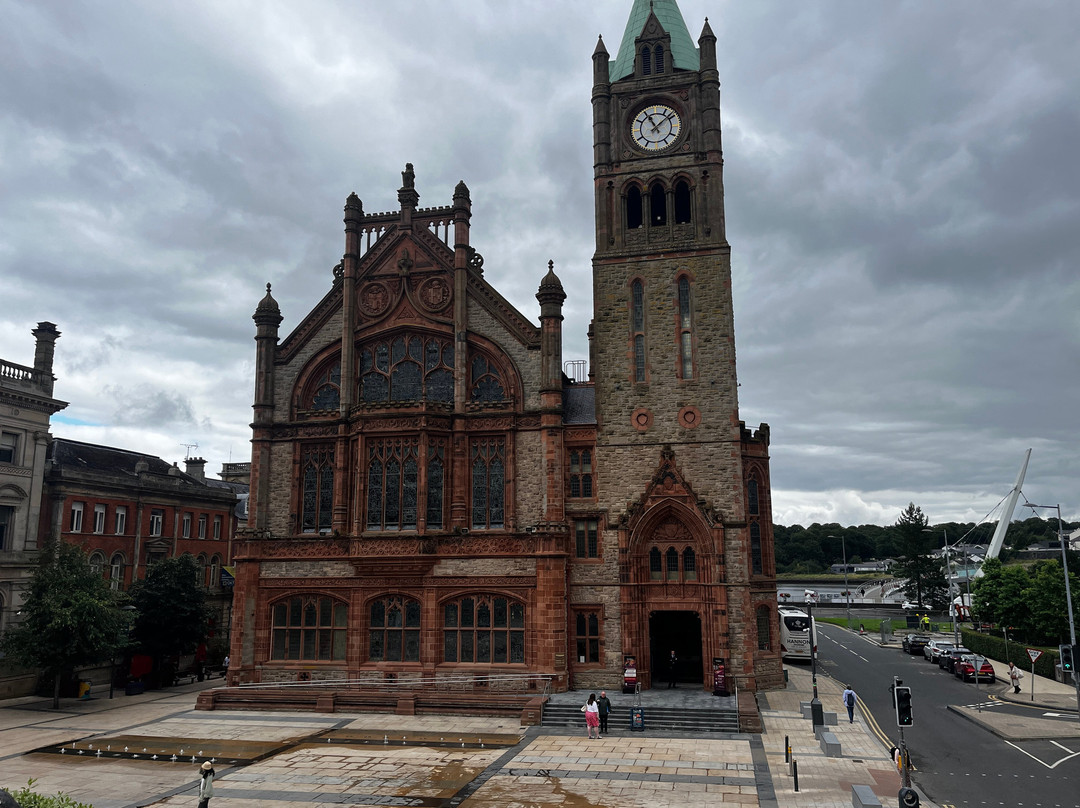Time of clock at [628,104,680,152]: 11:08
